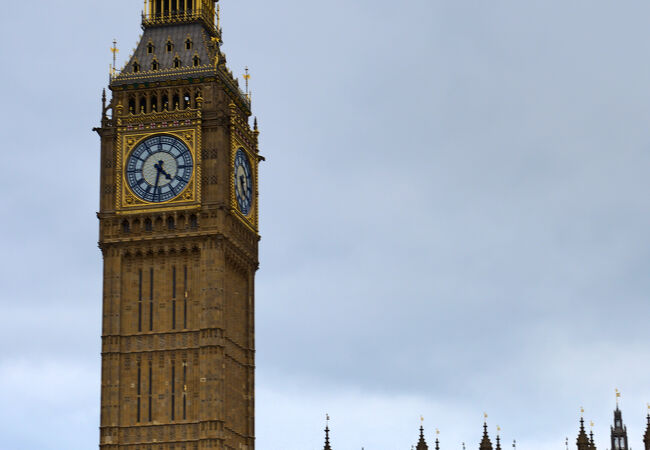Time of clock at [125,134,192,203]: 4:32
